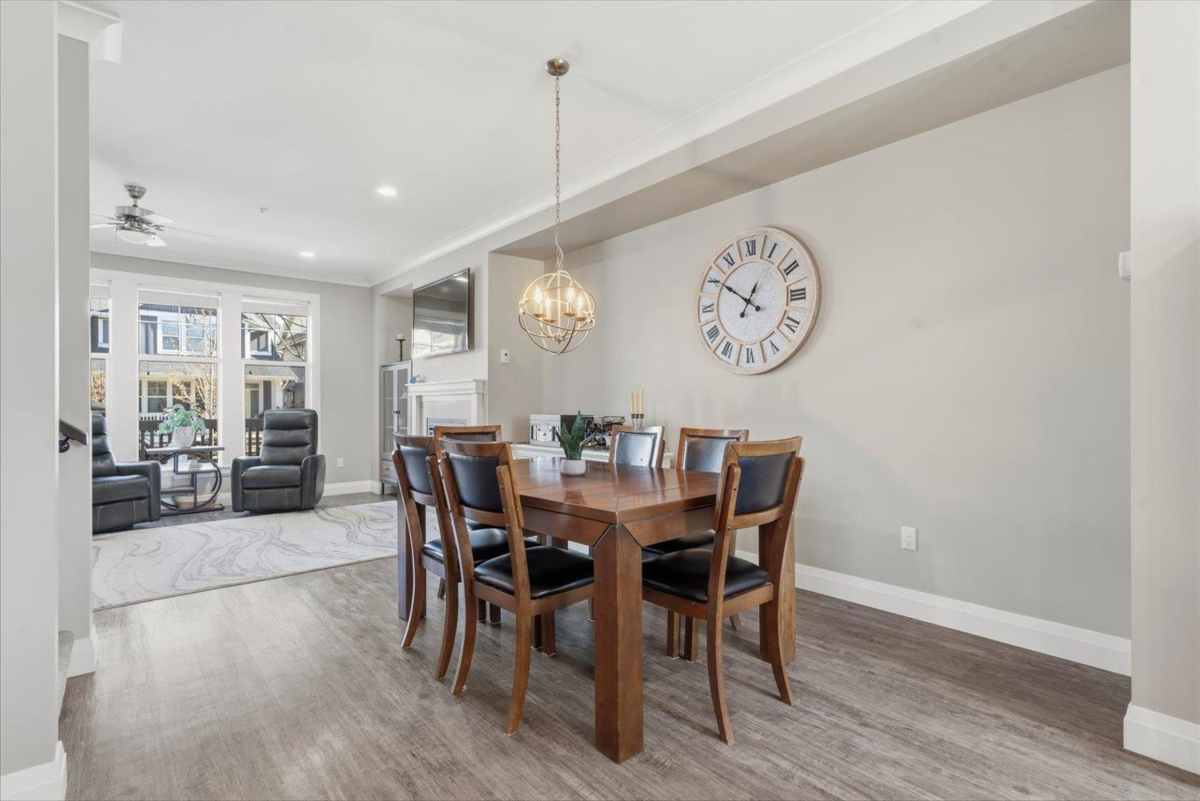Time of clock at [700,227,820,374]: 12:50
